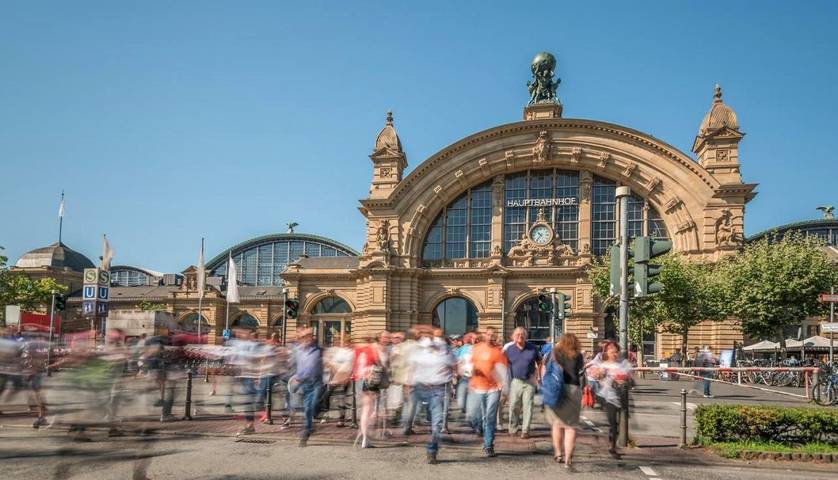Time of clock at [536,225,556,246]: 10:36
